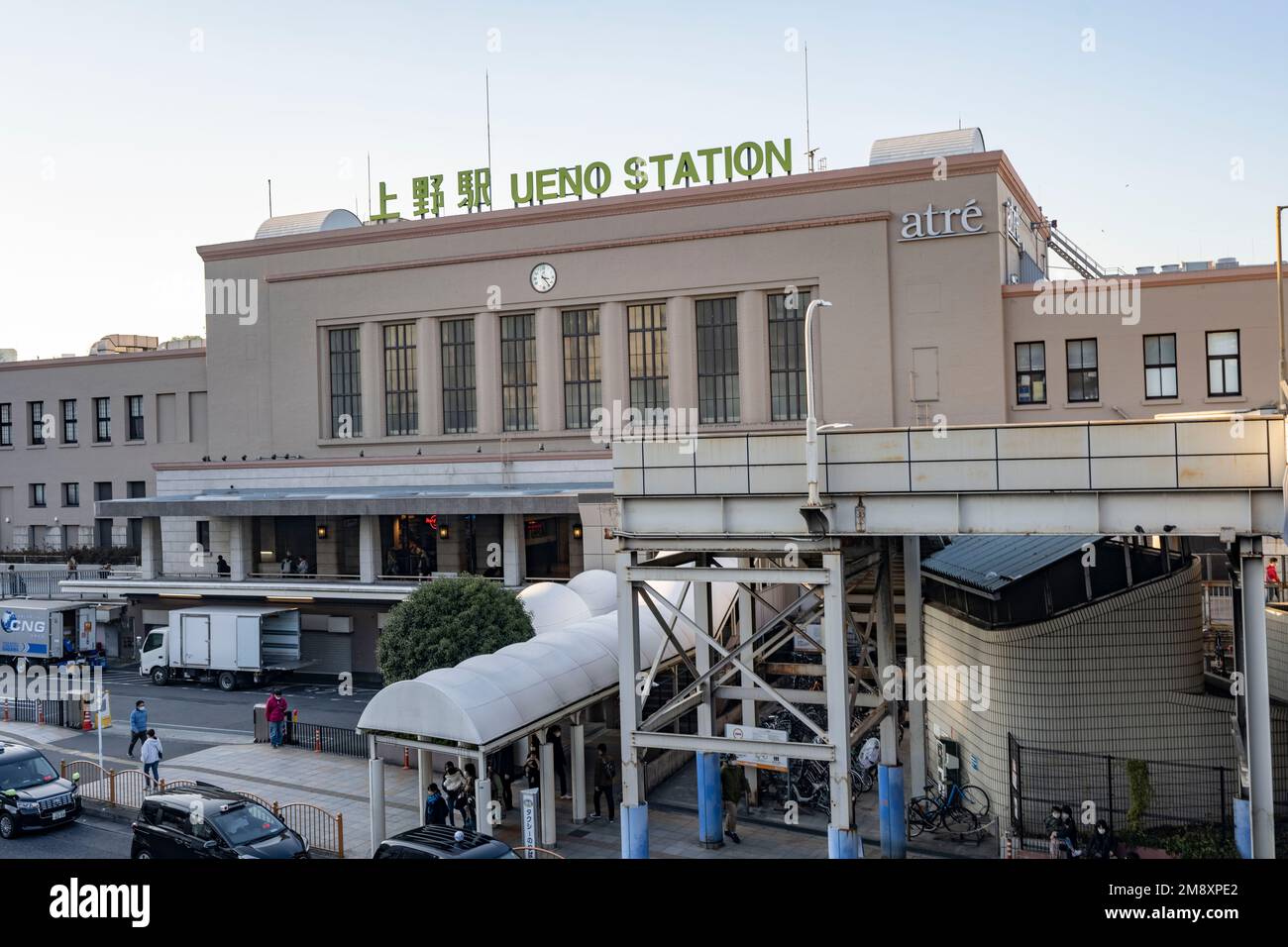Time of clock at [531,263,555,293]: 3:23
